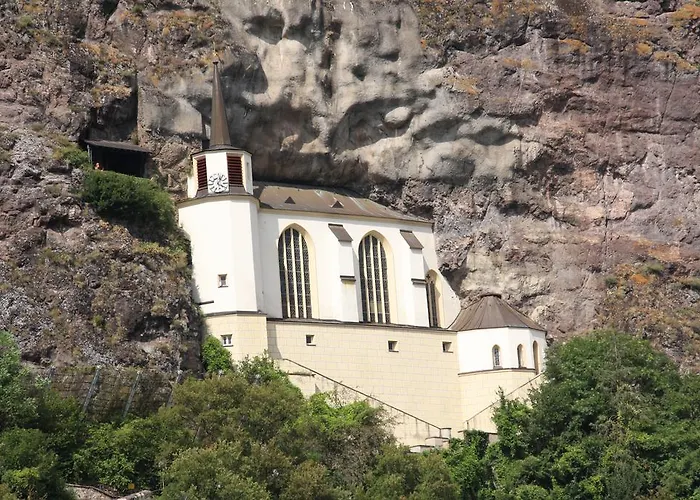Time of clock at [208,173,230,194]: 4:04
